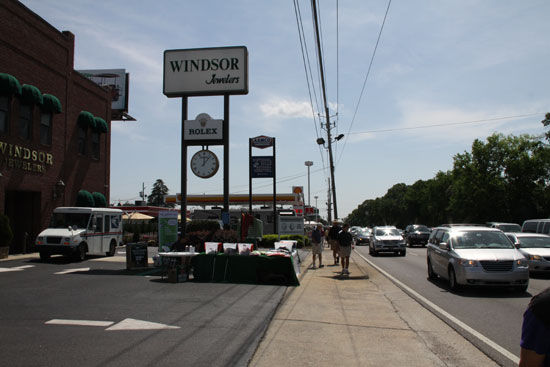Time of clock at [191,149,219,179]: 12:06
